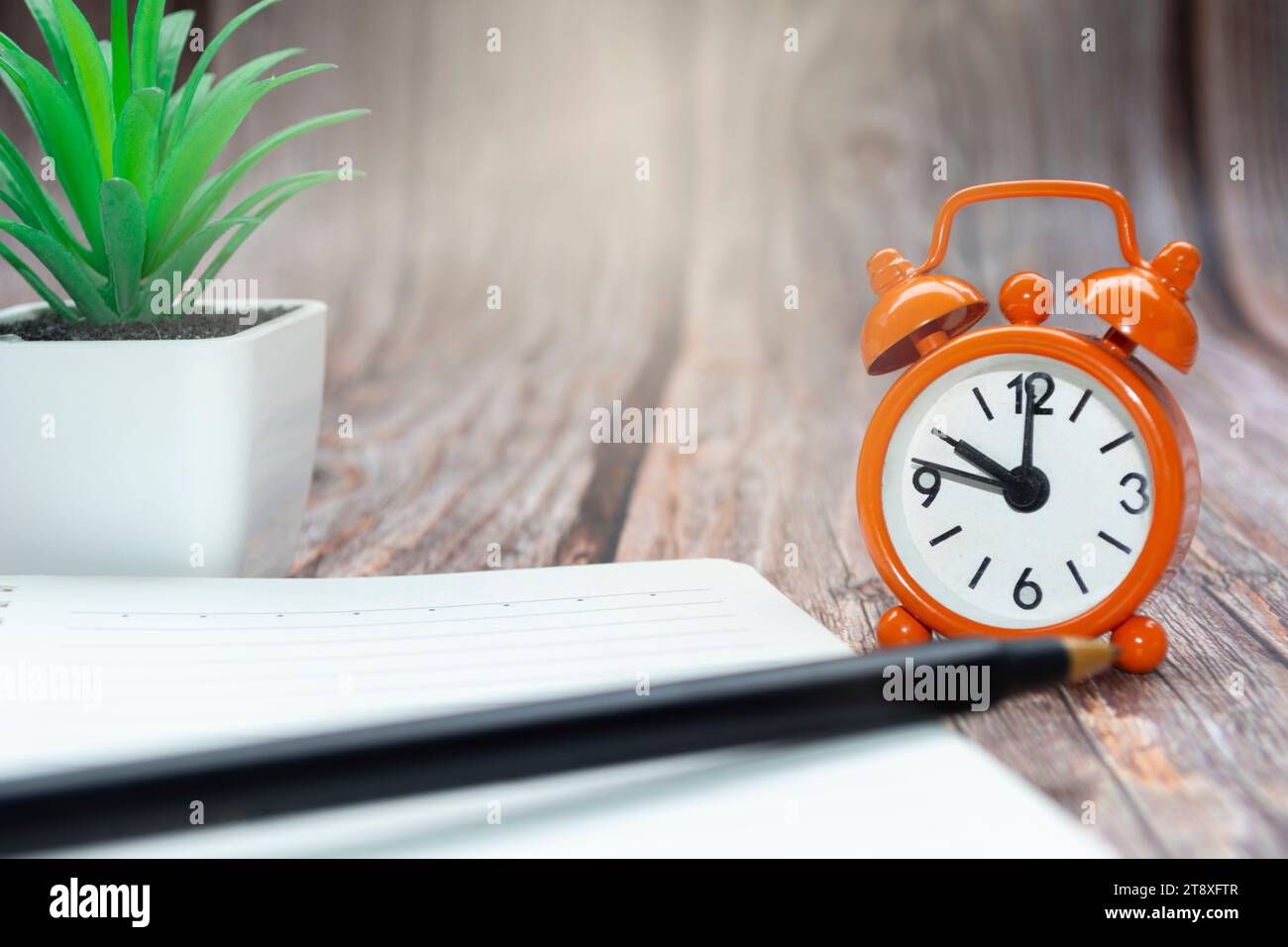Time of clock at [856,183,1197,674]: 10:00
